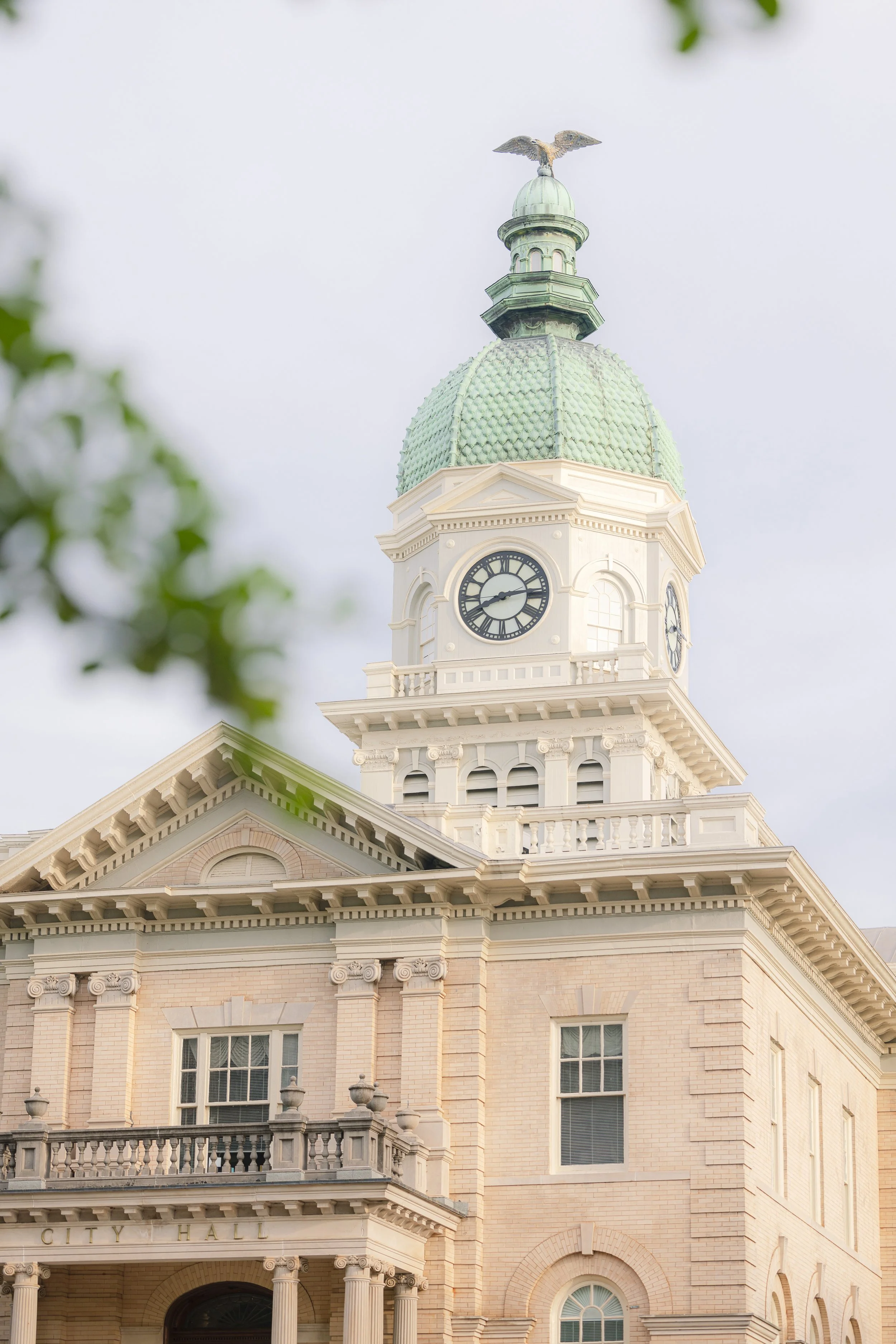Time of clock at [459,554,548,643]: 8:13
